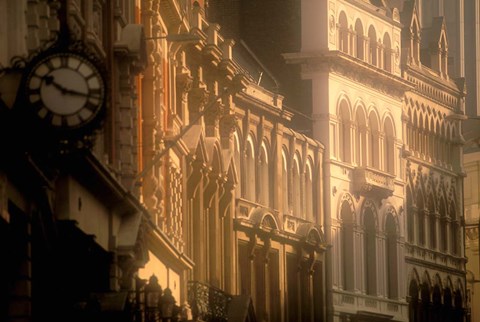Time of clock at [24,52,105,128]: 10:17
